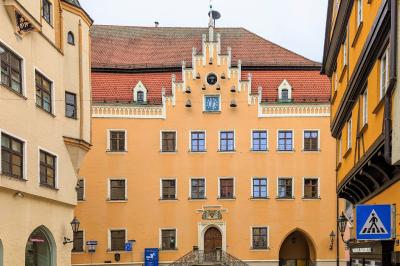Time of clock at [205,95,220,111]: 12:32
